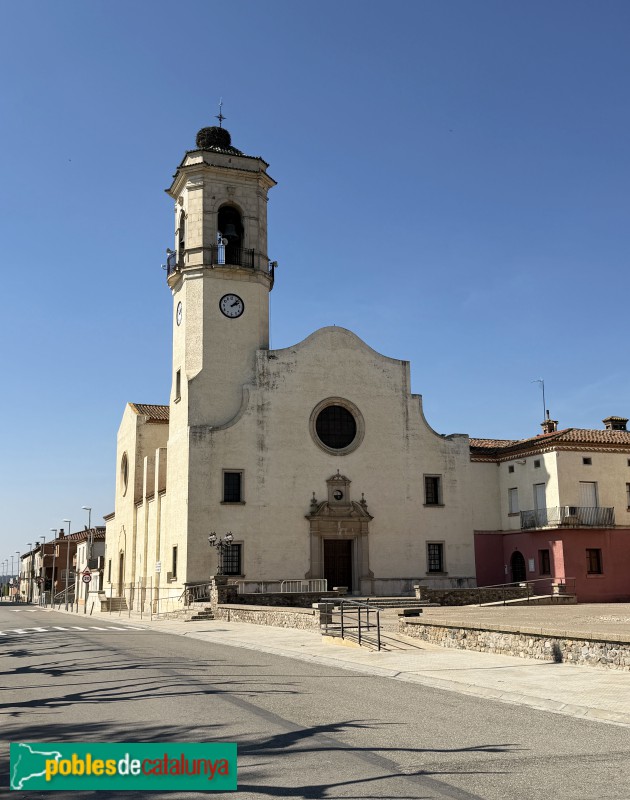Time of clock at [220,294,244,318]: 2:07
